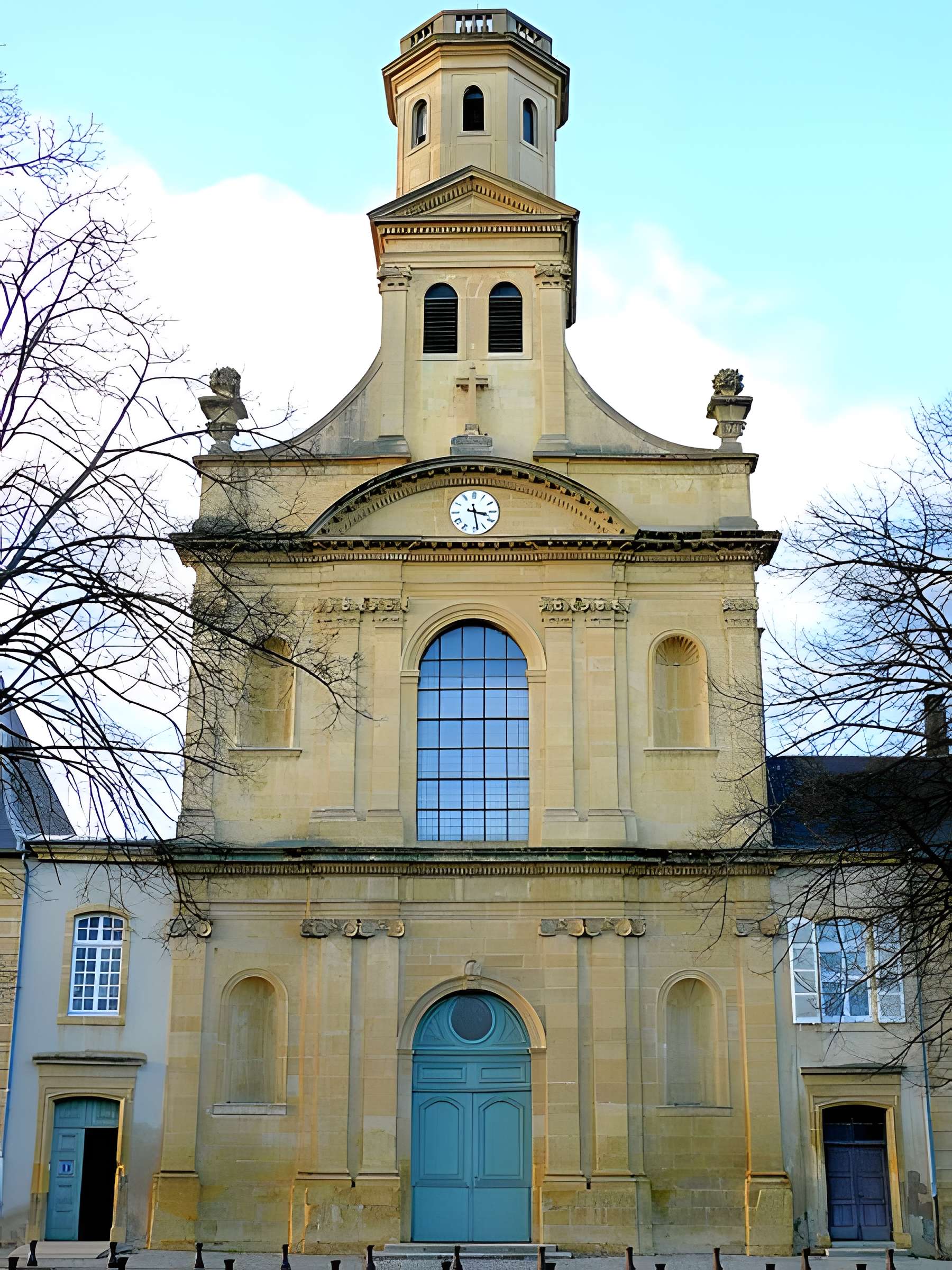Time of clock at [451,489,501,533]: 3:28
